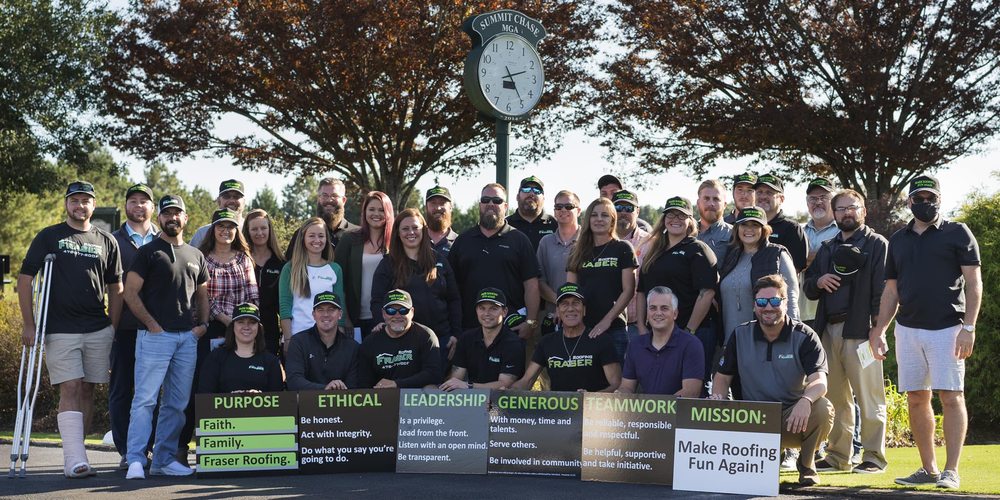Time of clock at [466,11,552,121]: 2:24
